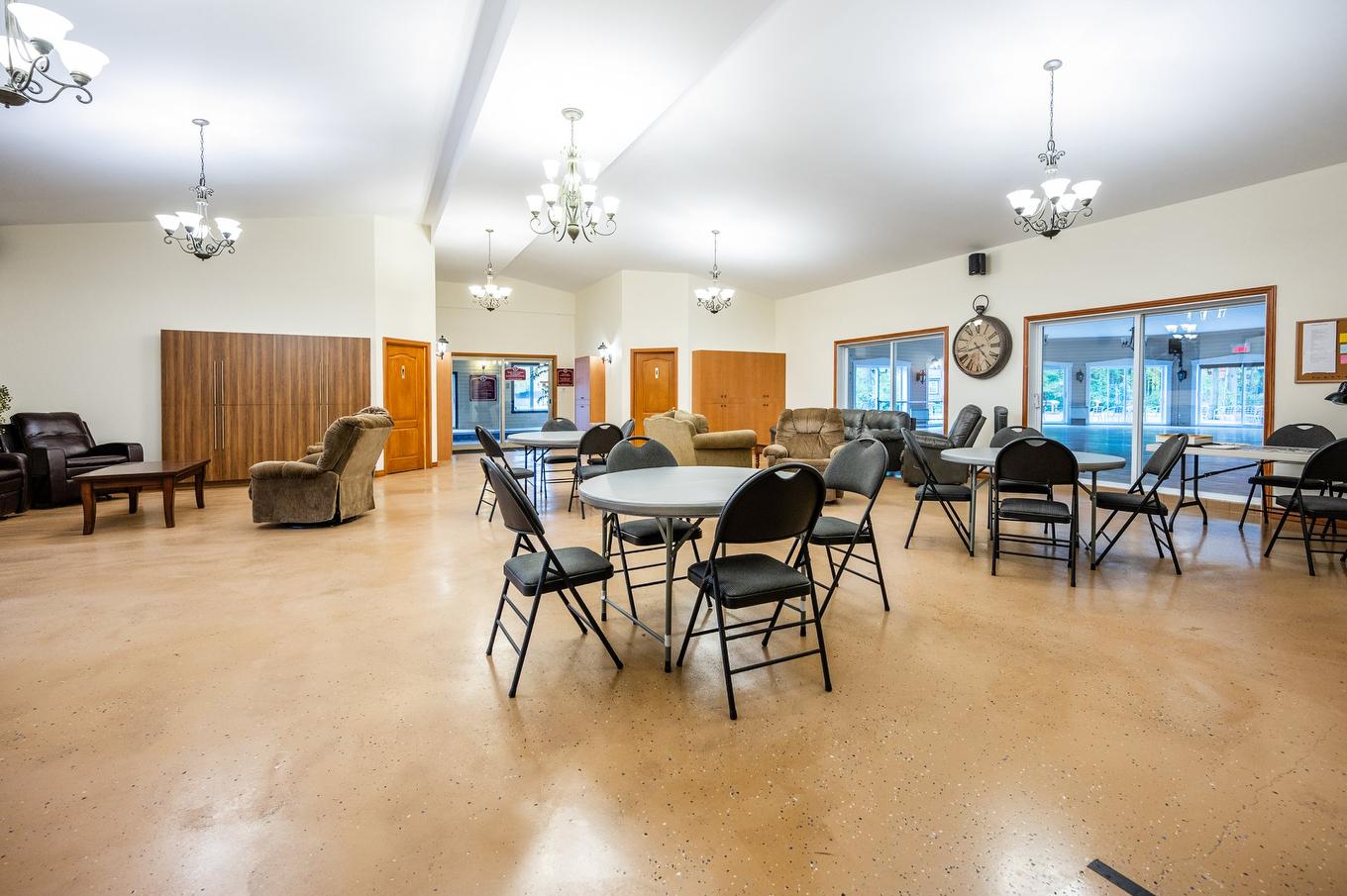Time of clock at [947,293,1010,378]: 4:42
